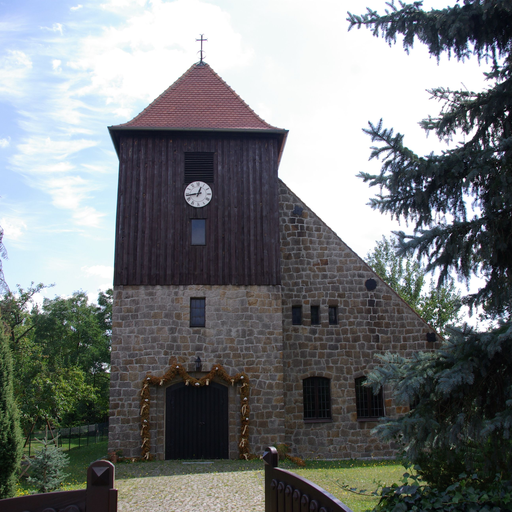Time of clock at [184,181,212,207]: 12:43
